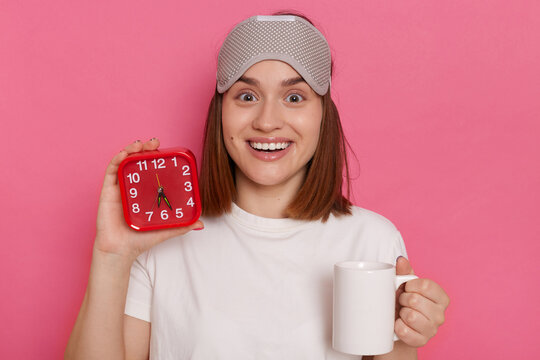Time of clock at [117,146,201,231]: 6:26
